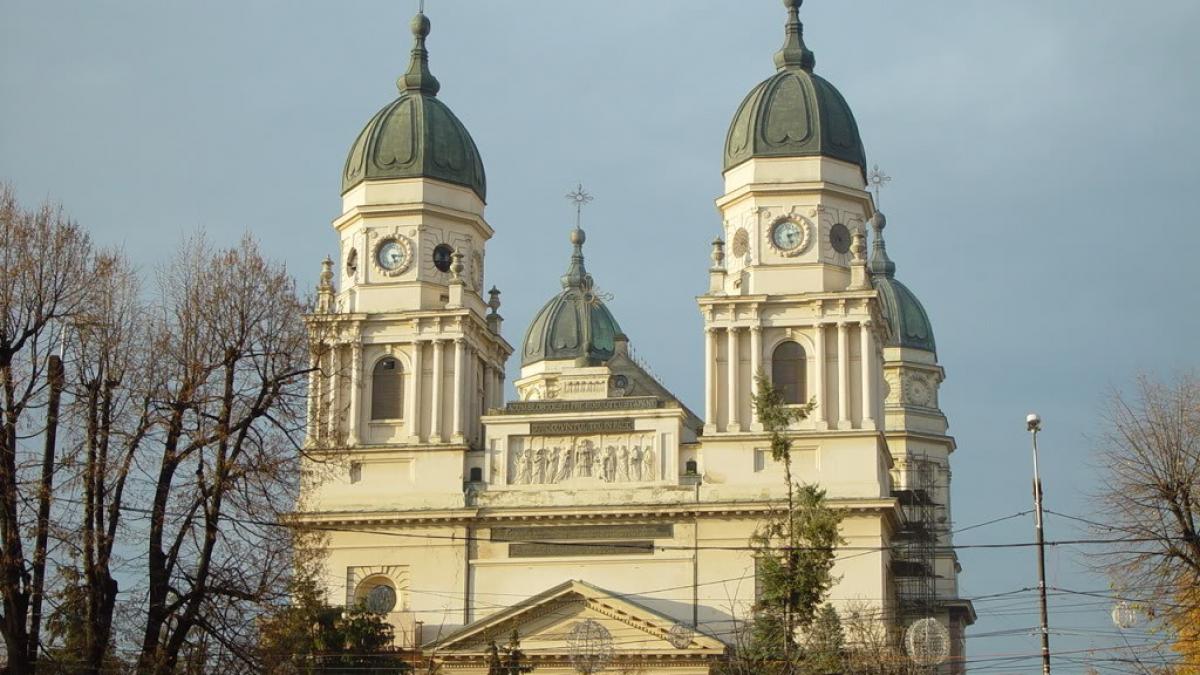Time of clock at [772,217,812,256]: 5:12
